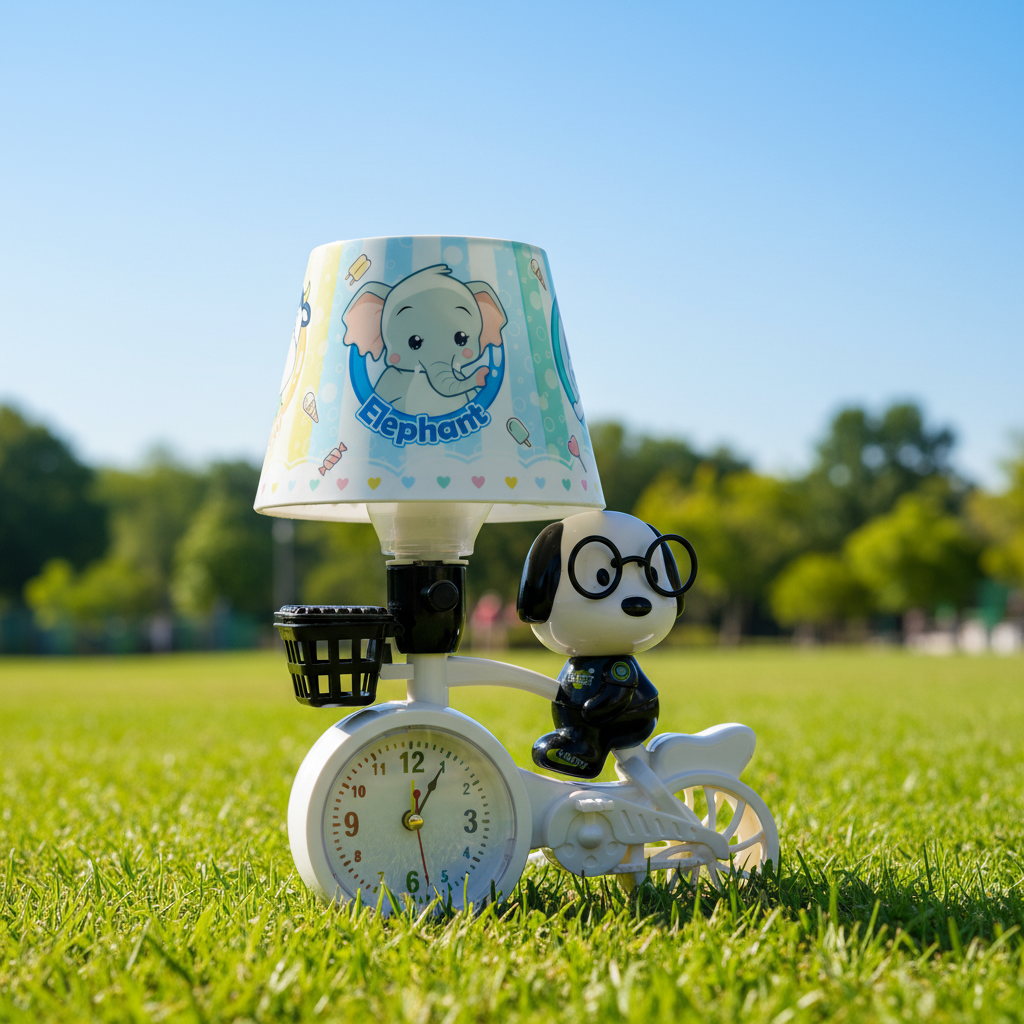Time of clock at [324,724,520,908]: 12:04
